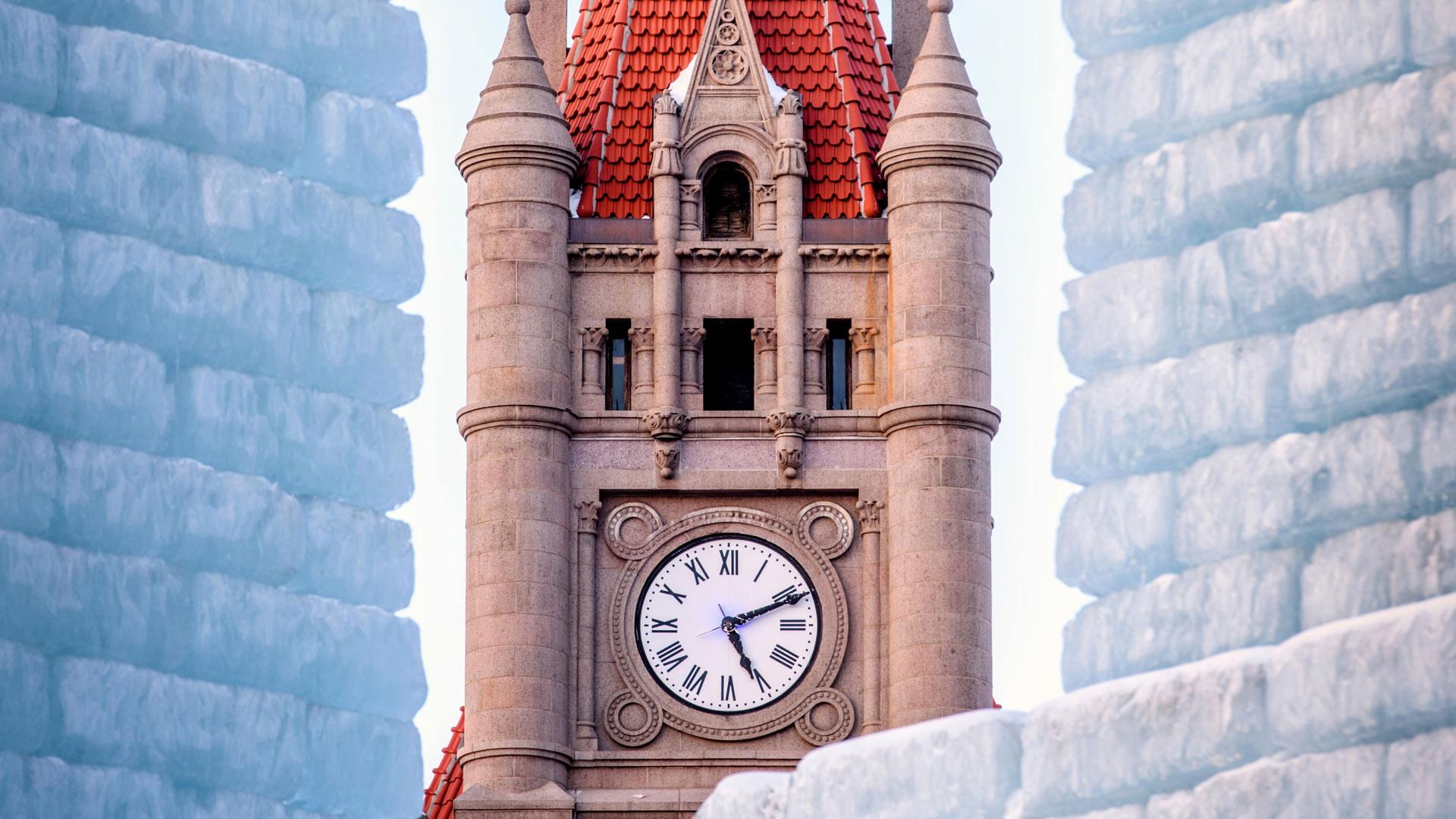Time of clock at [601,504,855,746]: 5:11
